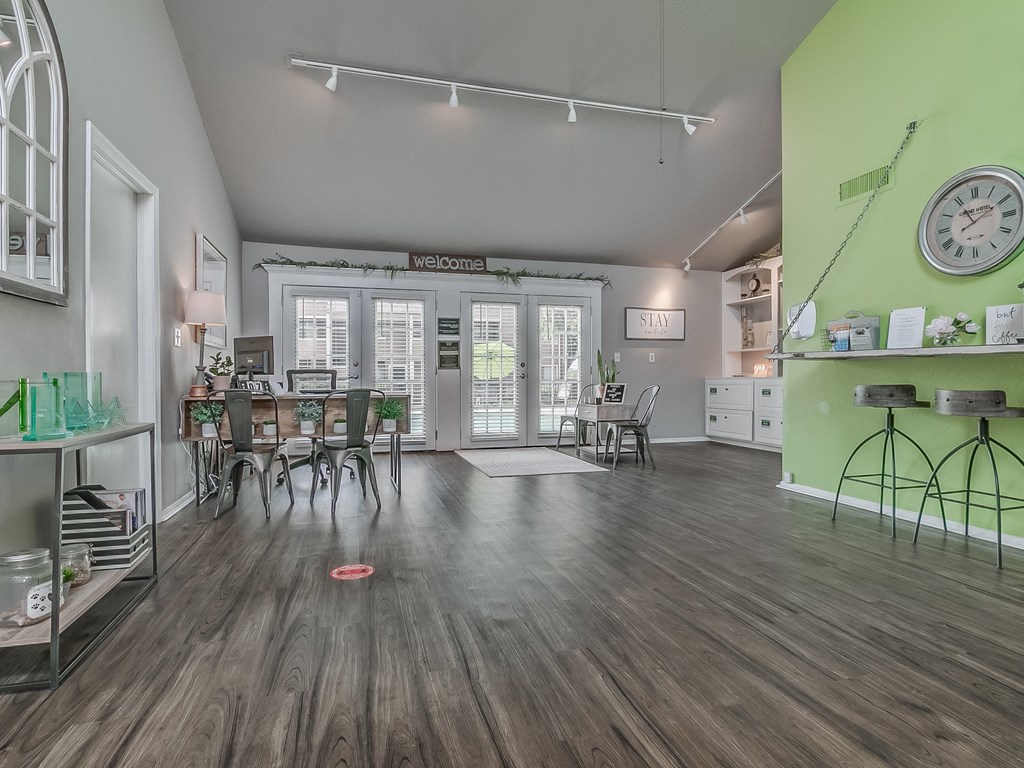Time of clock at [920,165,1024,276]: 11:10
